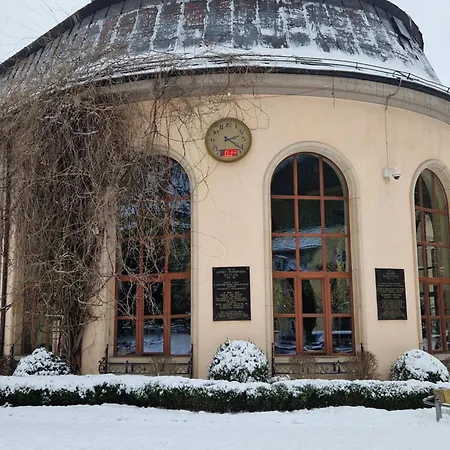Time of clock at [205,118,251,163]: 2:21
